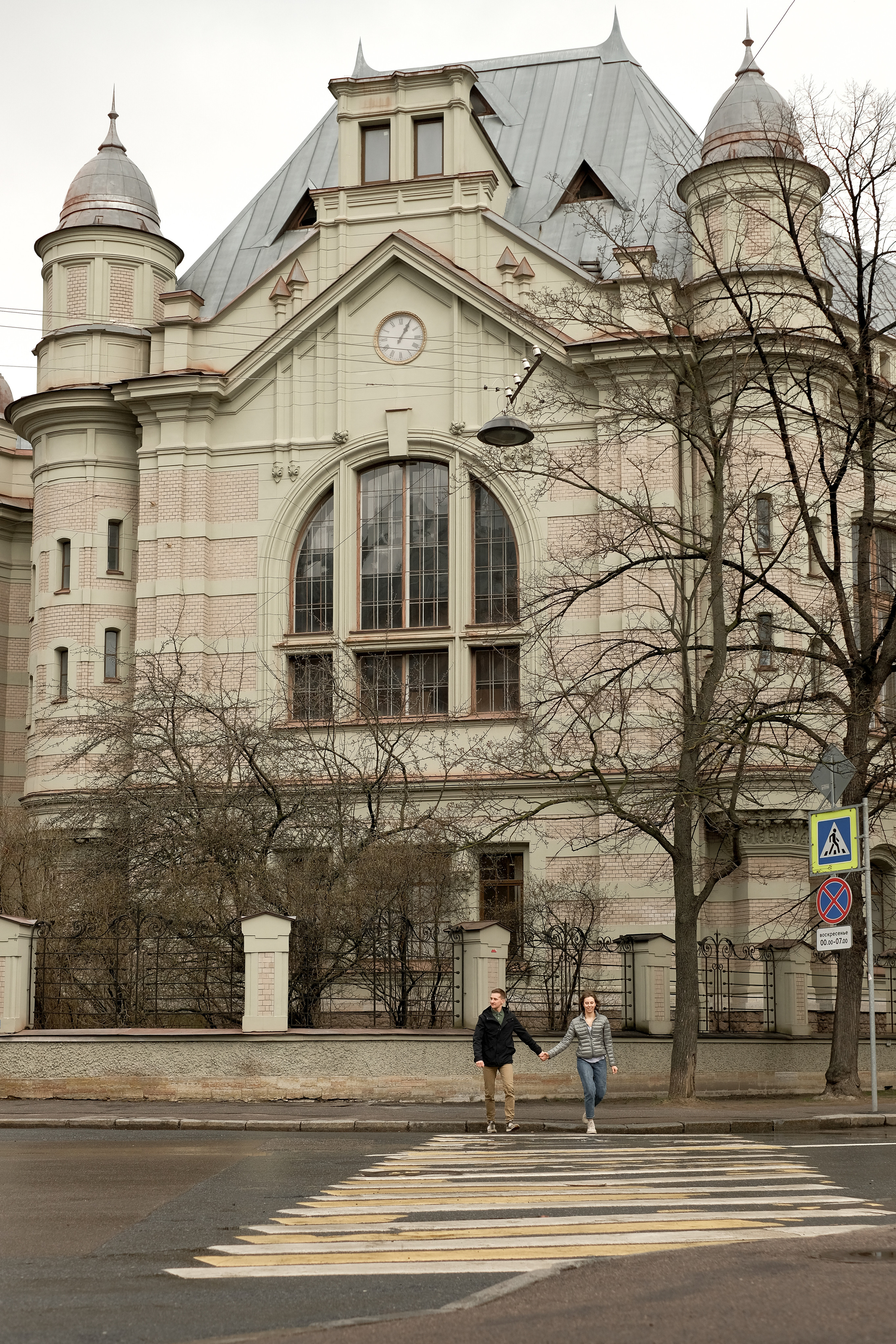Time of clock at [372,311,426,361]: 1:04
